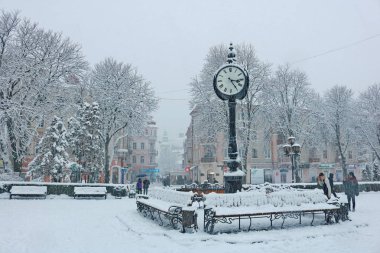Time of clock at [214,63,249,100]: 3:24
